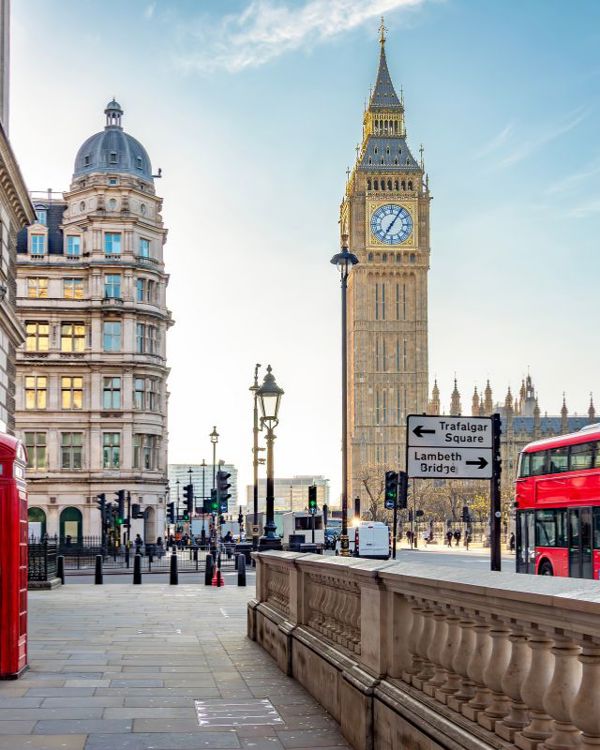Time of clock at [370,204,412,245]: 7:05
